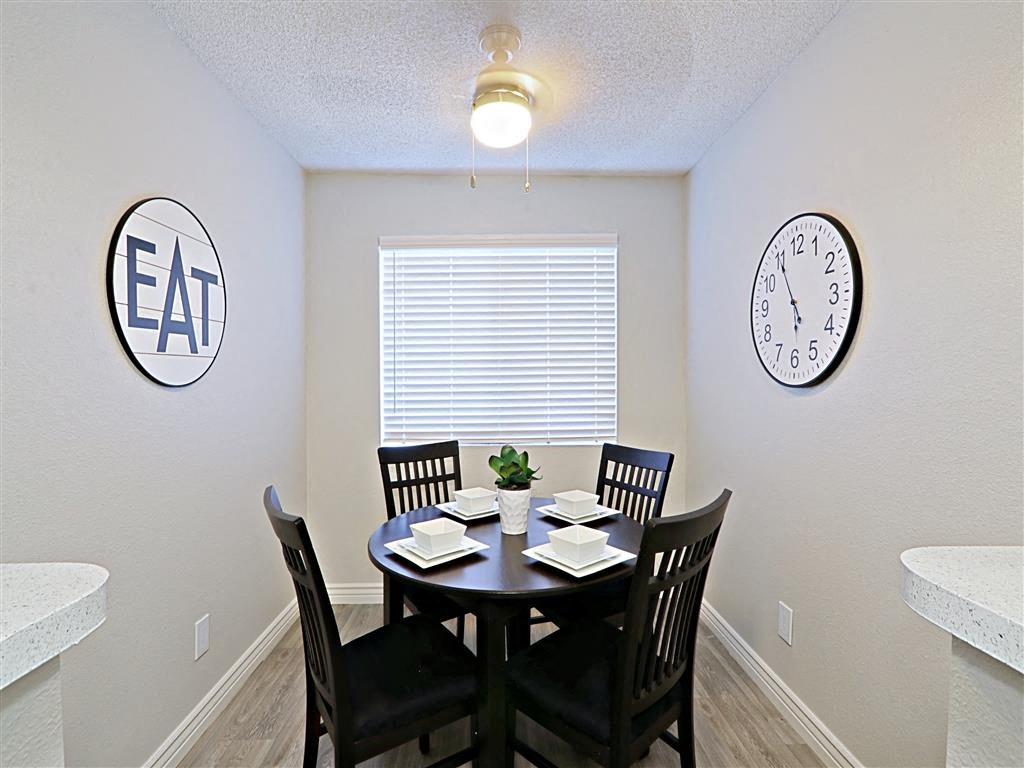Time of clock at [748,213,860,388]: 5:55
